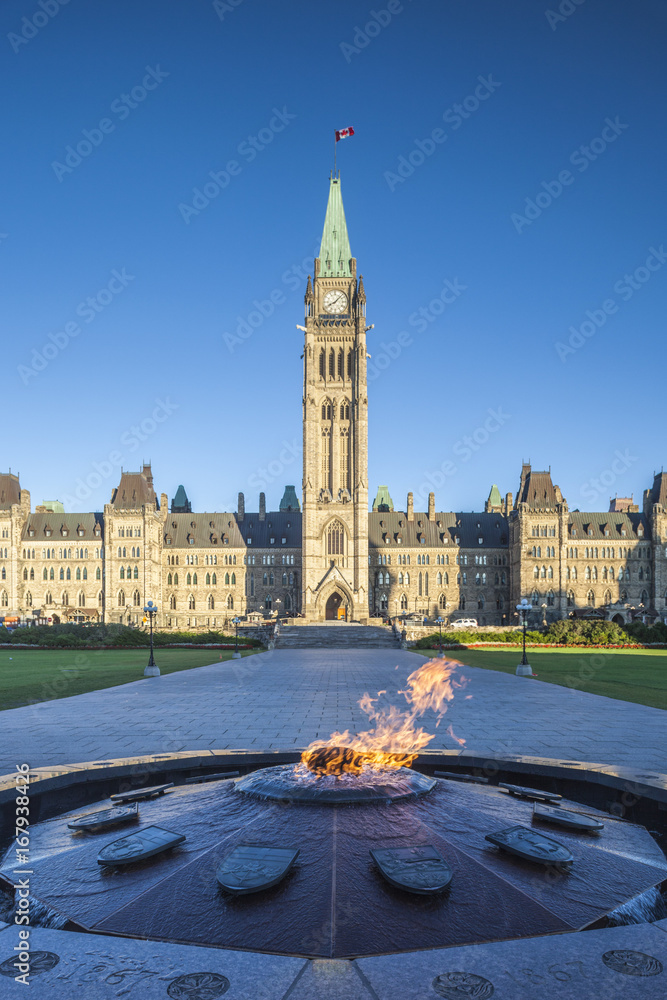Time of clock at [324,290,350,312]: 8:07
